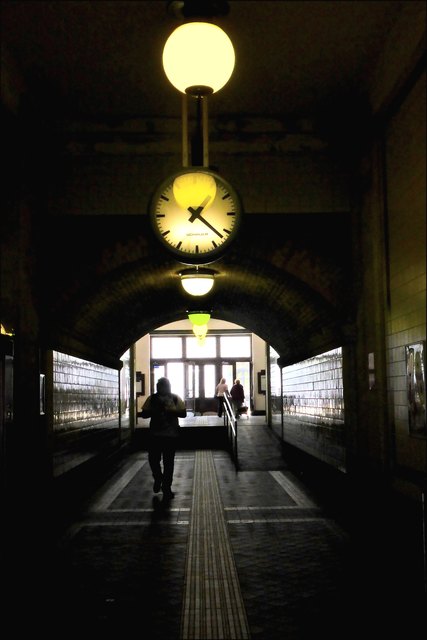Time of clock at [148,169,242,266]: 1:21
